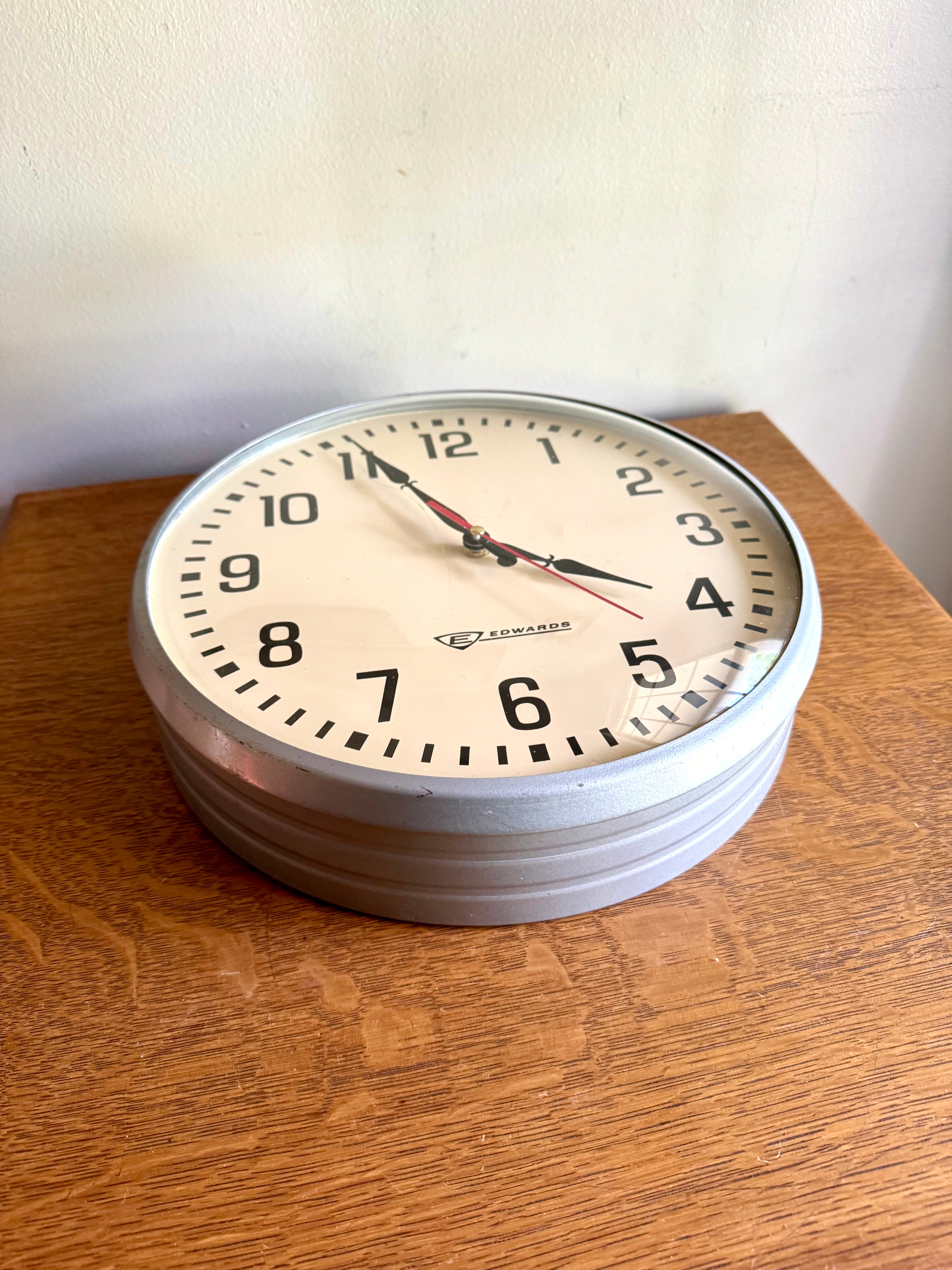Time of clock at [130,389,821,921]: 3:55
